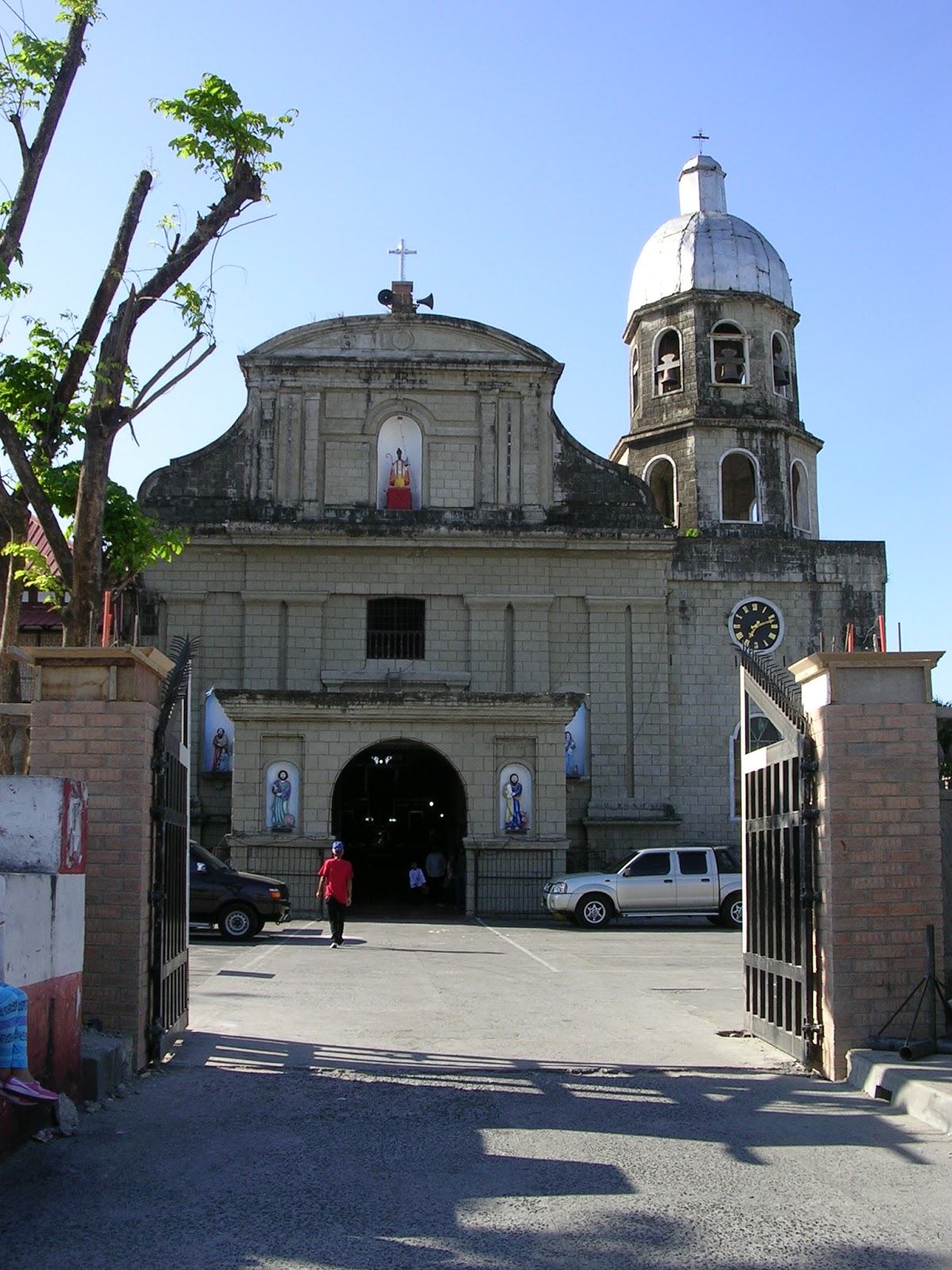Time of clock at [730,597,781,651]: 7:11
